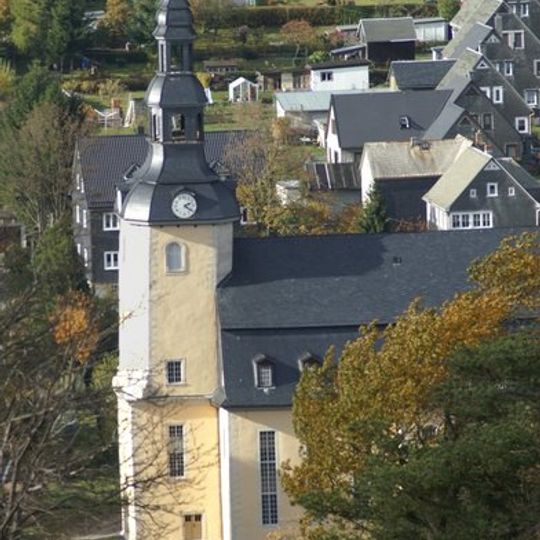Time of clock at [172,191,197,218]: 2:21
